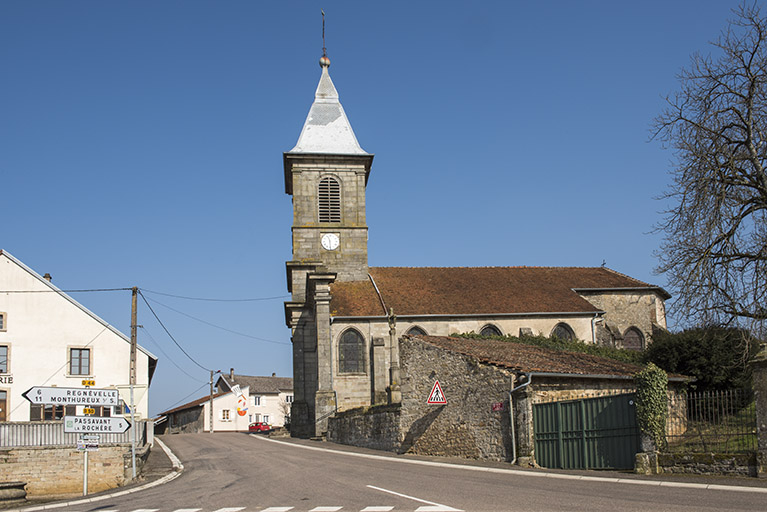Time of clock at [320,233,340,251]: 11:29
